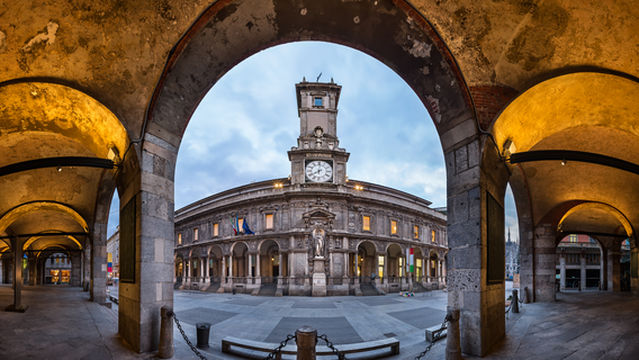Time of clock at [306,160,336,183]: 8:01
